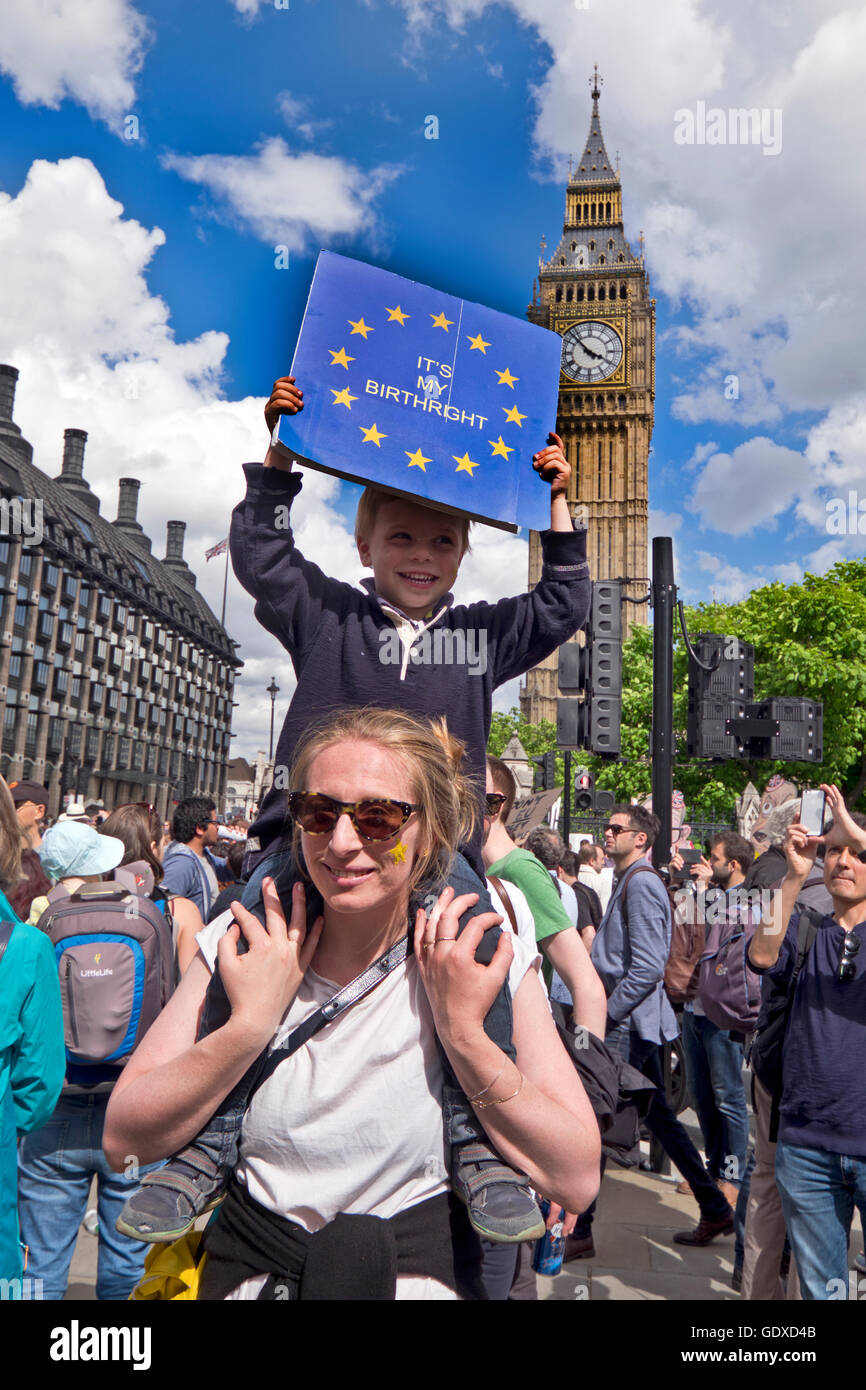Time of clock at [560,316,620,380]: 3:52
